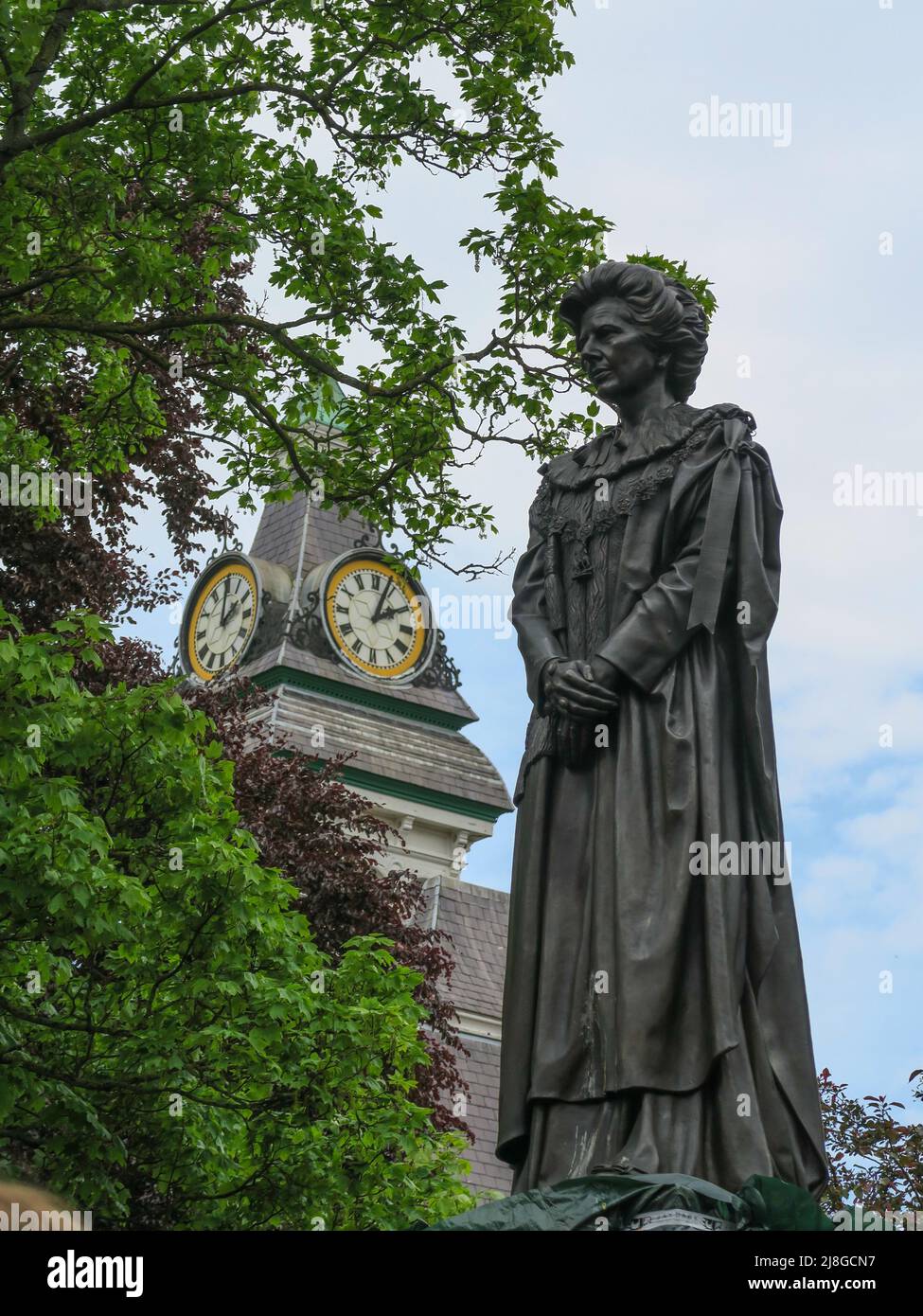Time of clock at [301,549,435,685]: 2:03
